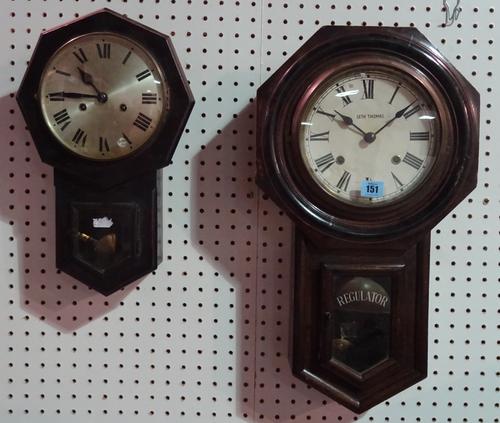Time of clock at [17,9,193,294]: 10:45
